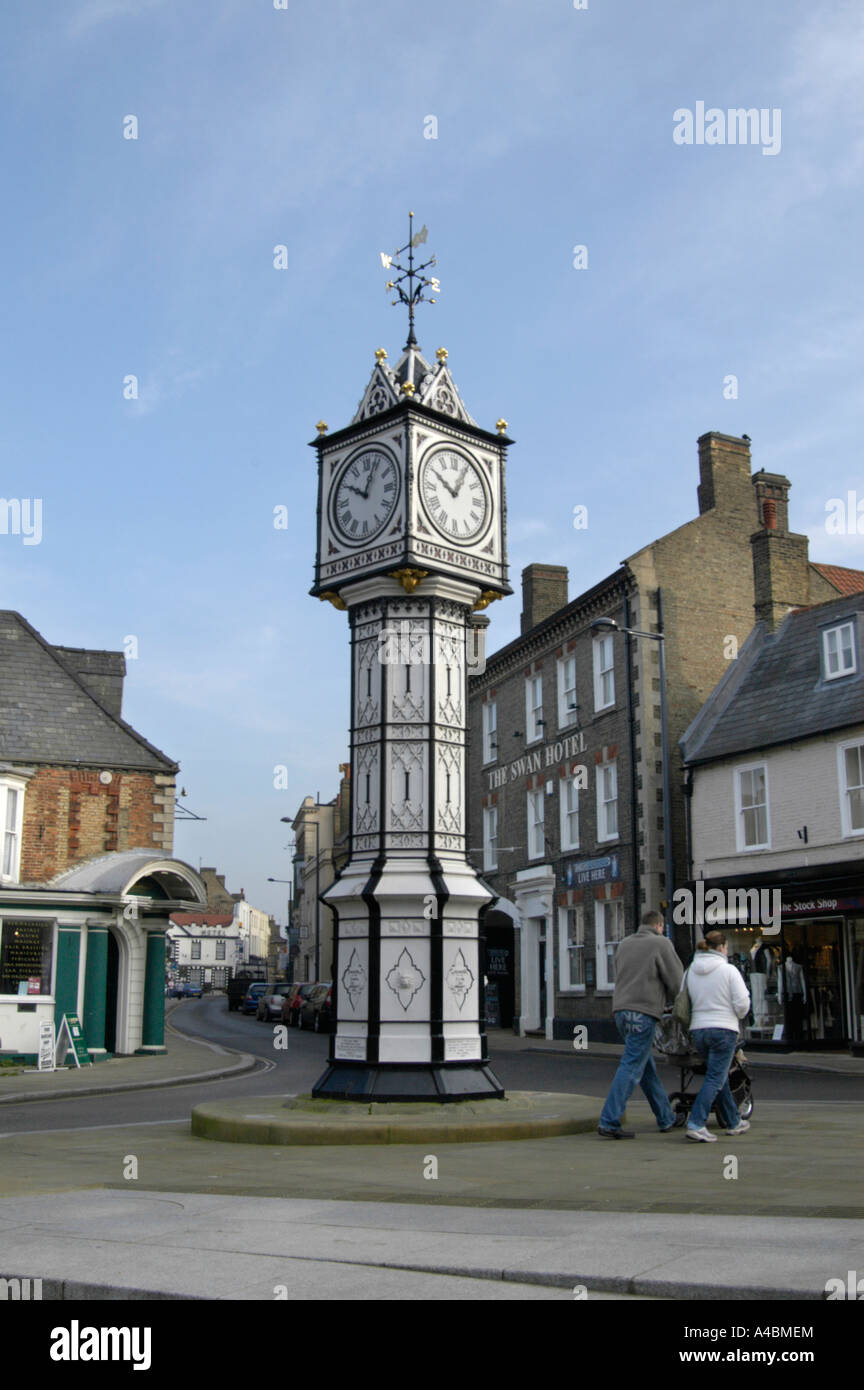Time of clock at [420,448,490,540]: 10:04
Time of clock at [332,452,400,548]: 10:03
